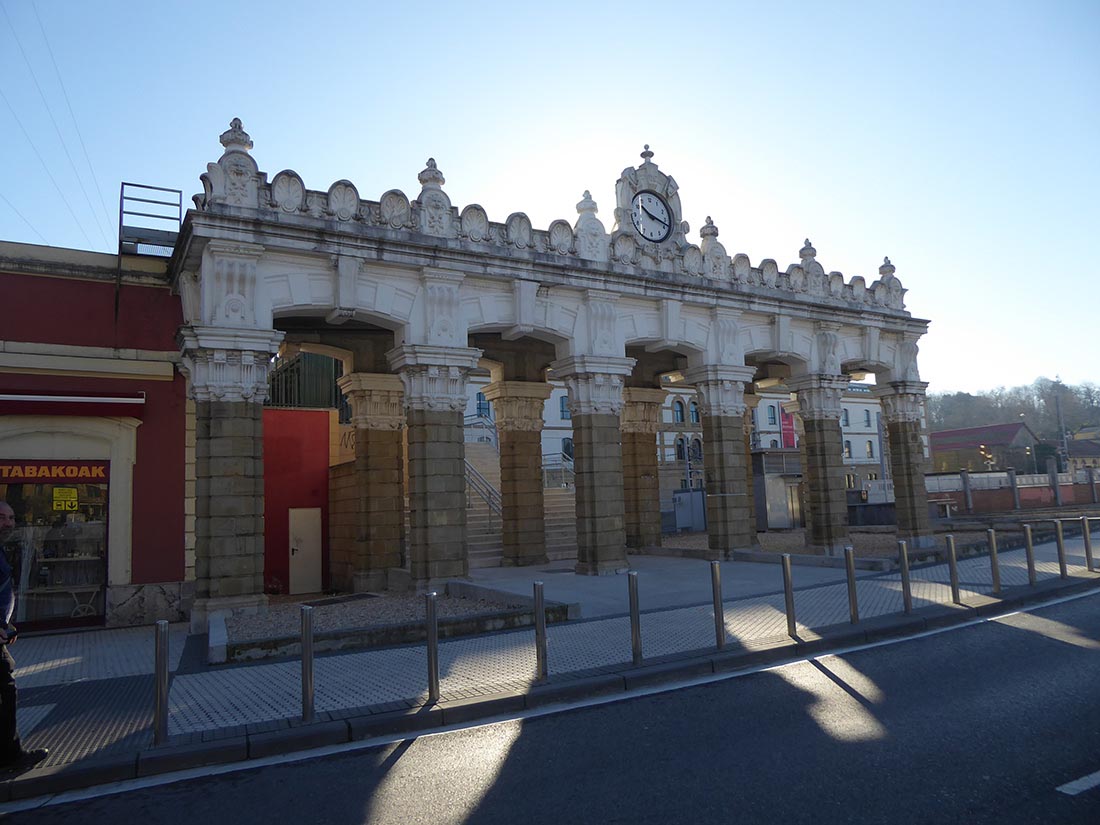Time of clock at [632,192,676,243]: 10:18
